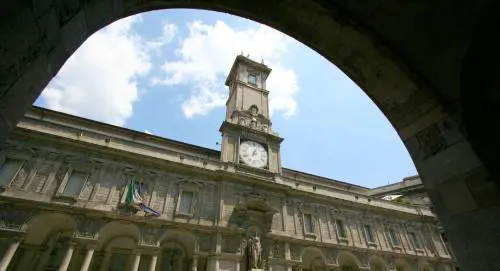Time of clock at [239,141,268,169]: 8:03
